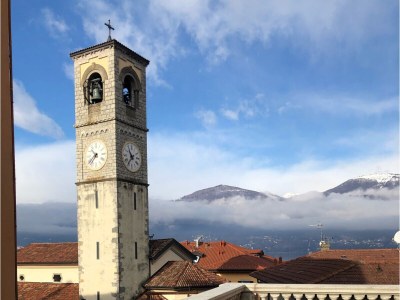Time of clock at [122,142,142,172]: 10:36
